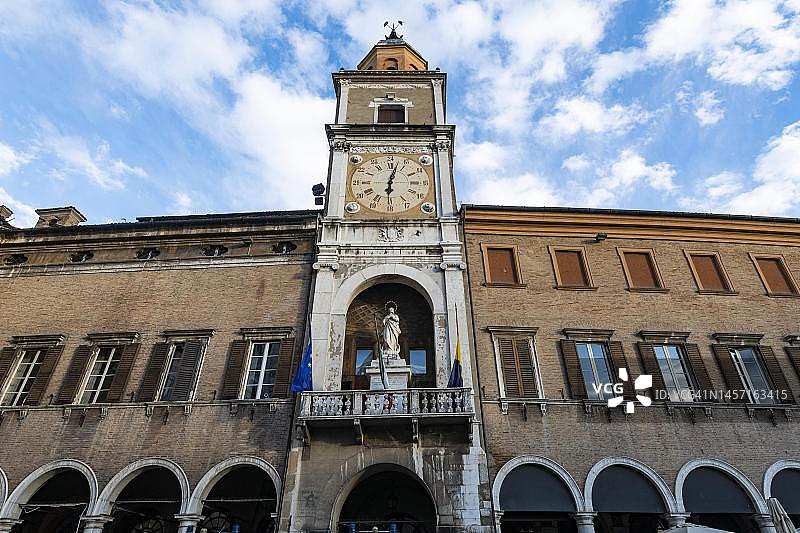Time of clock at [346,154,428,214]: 6:02
